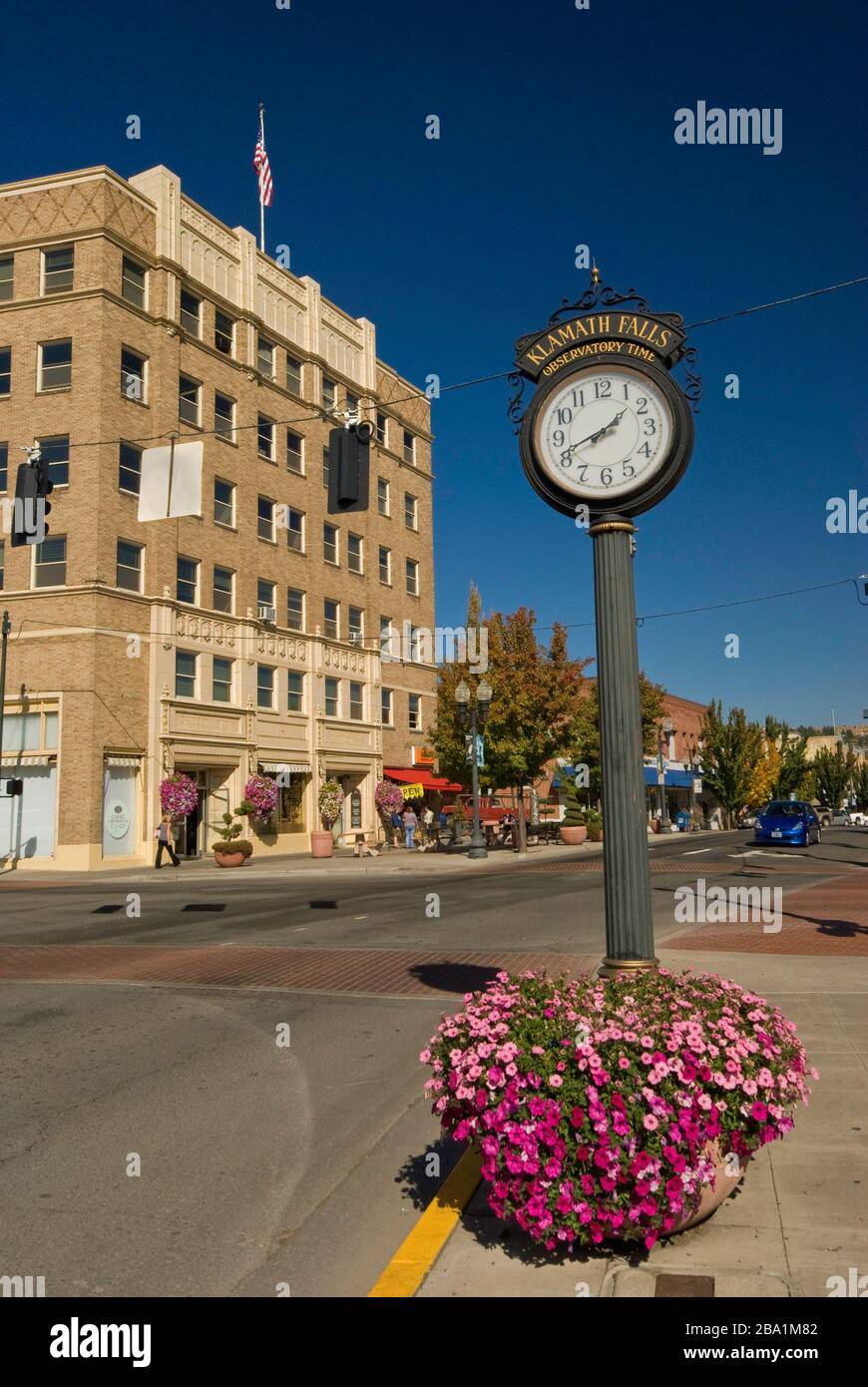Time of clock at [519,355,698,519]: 1:41
